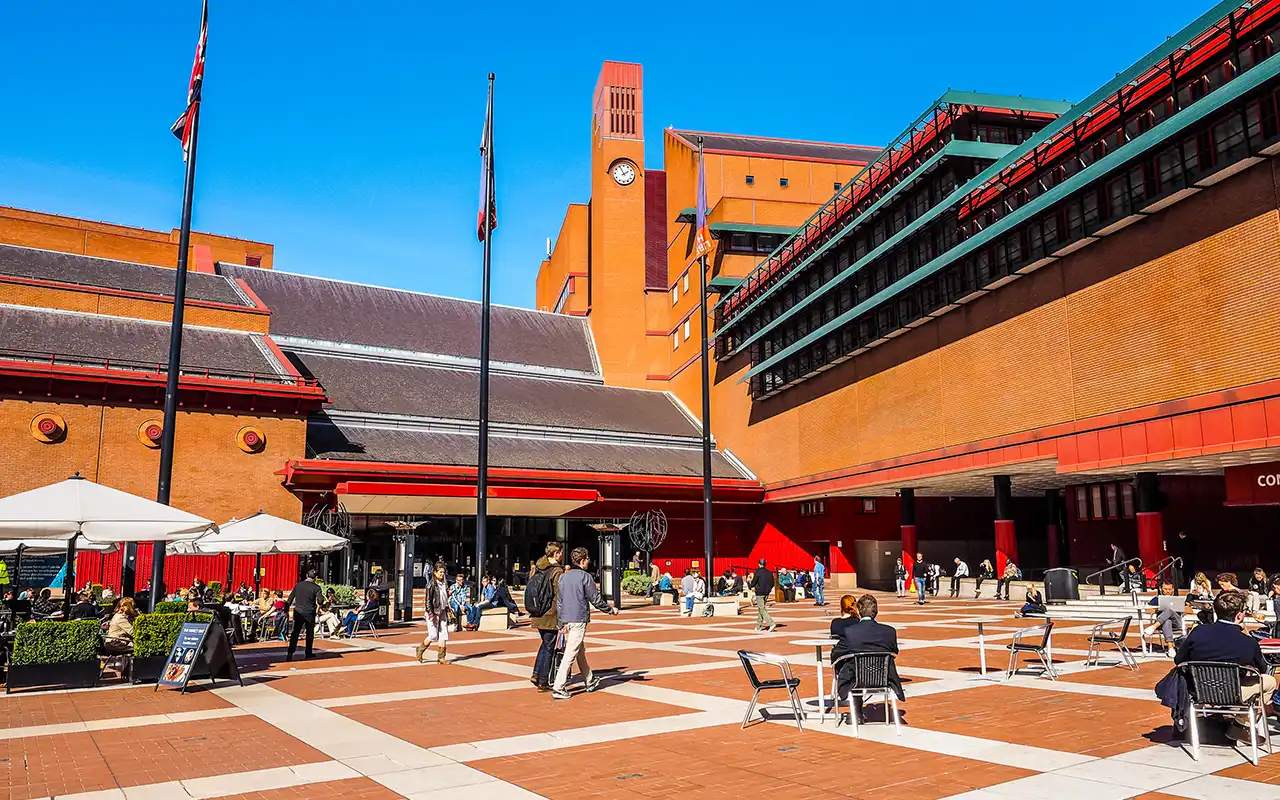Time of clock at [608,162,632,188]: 1:55
